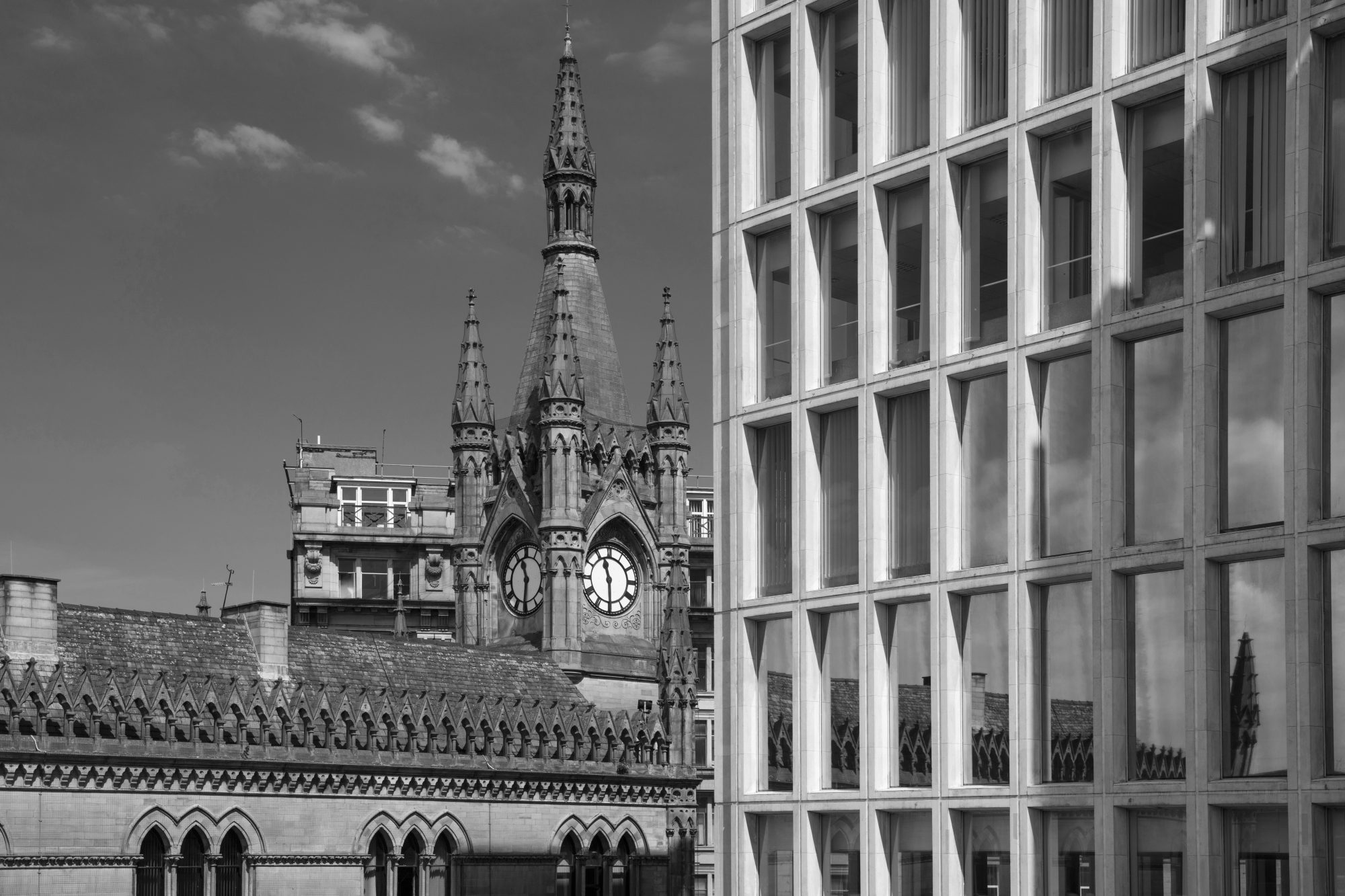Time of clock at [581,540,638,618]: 11:29
